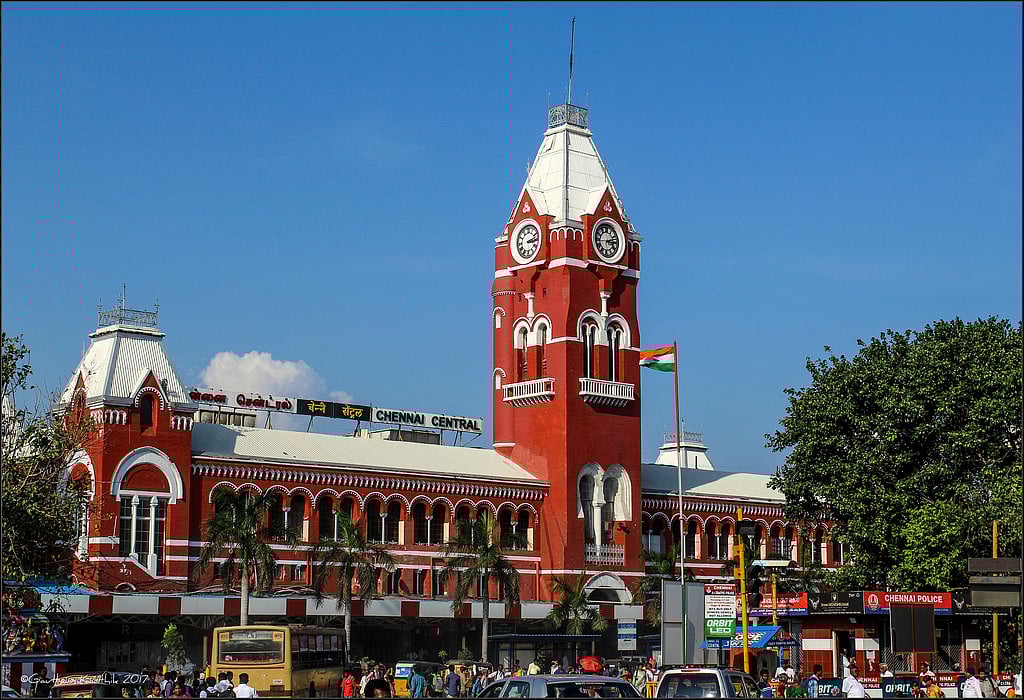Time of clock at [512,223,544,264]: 3:12
